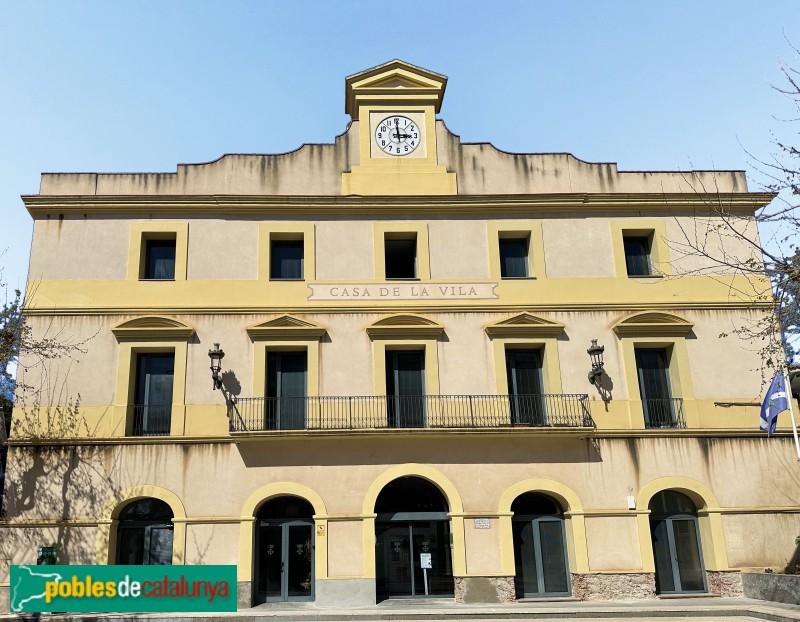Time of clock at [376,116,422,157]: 2:59
